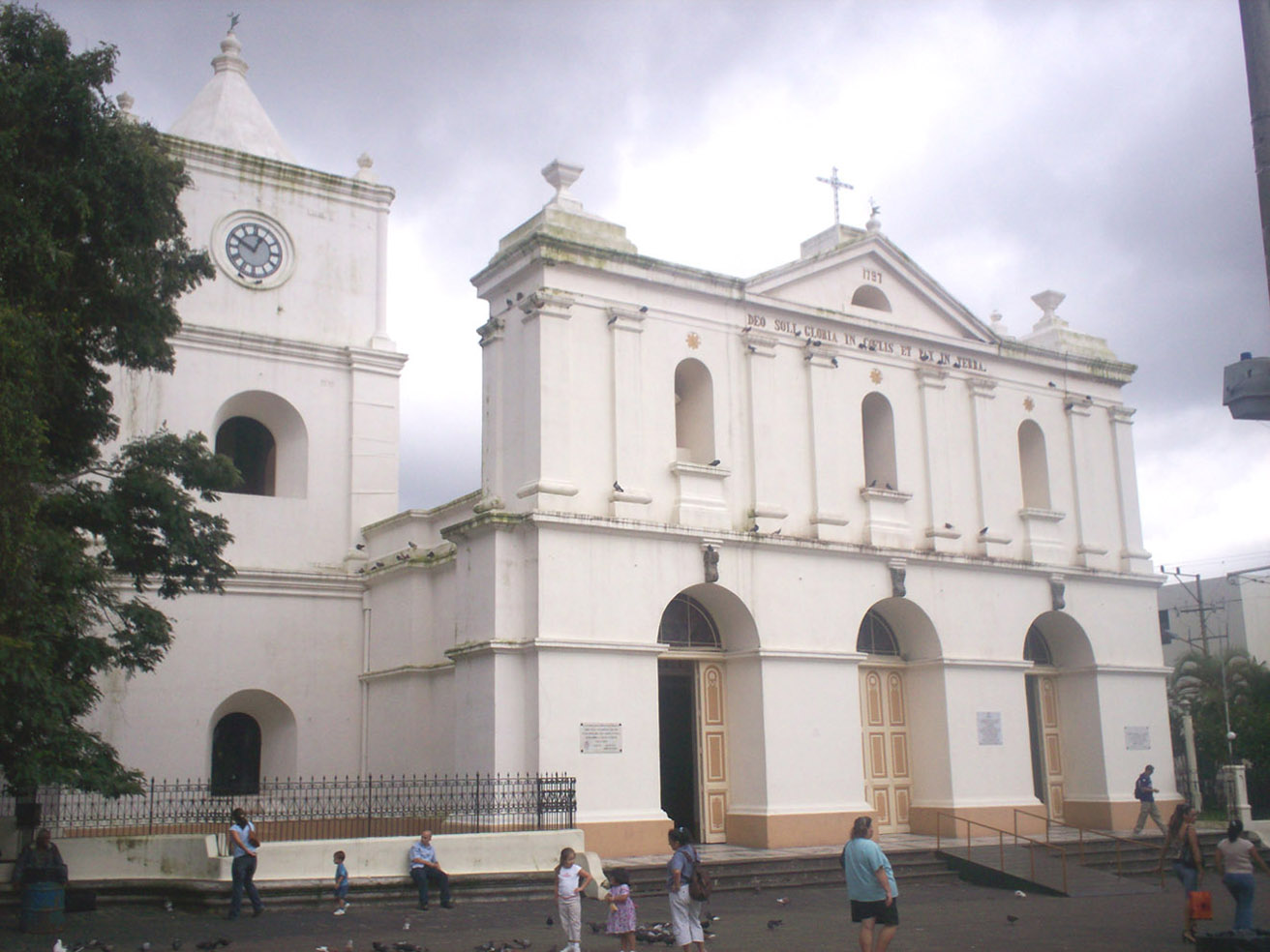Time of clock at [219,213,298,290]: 12:49
